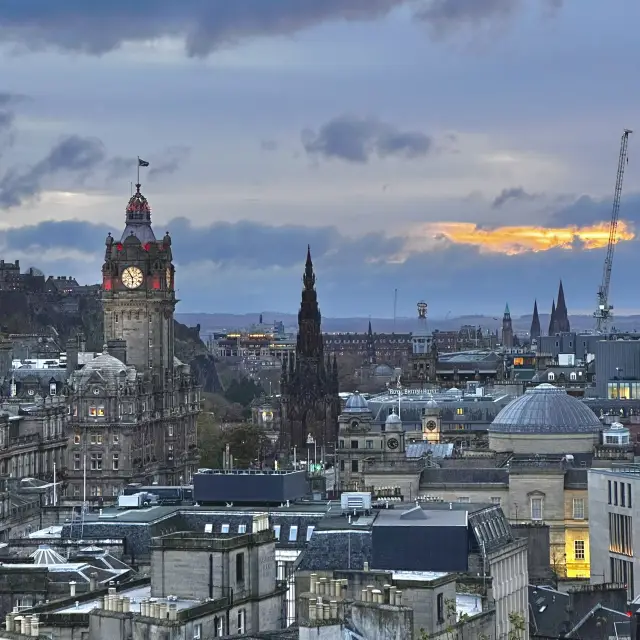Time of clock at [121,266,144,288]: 5:53
